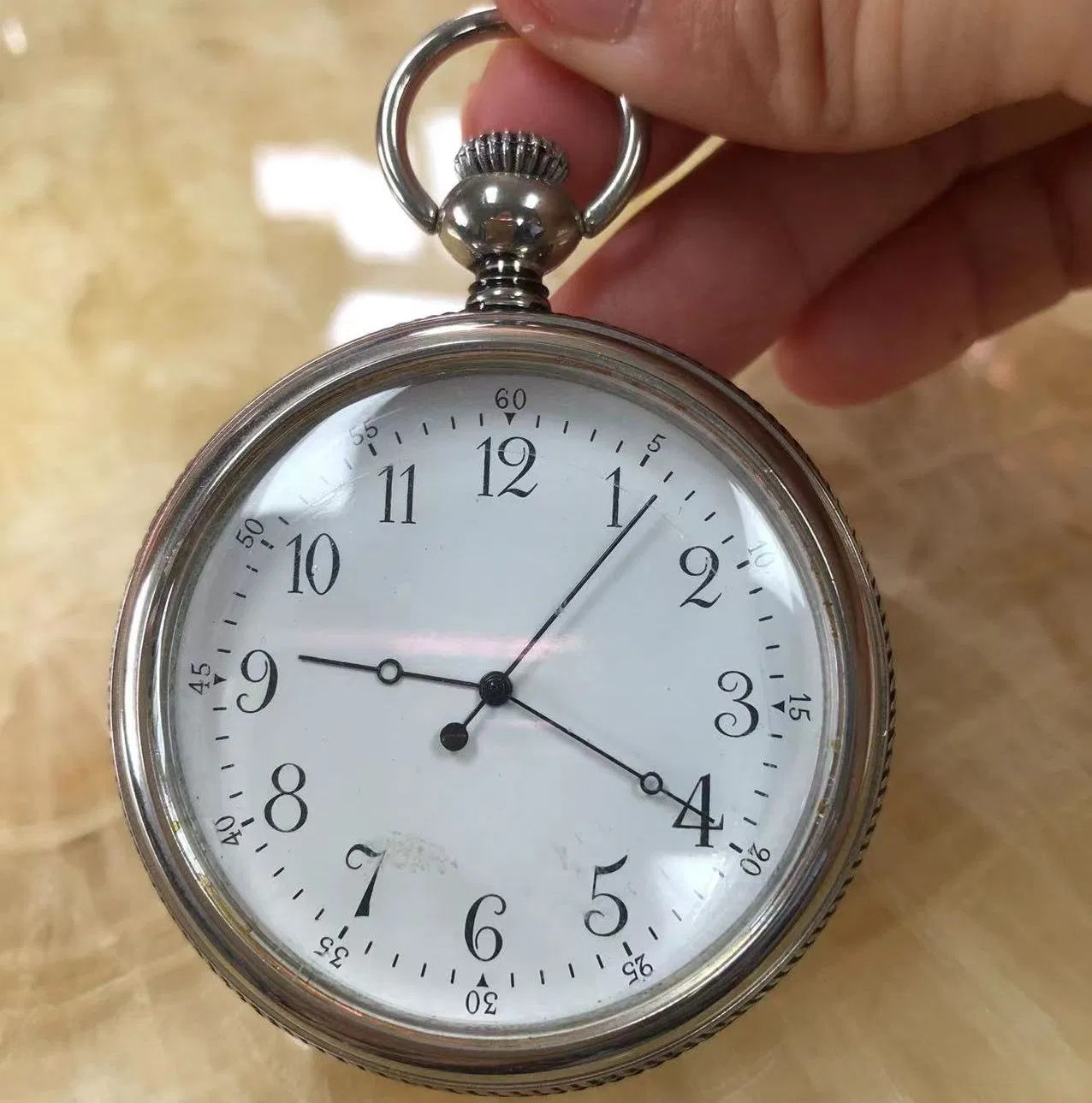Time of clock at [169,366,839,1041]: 9:19
